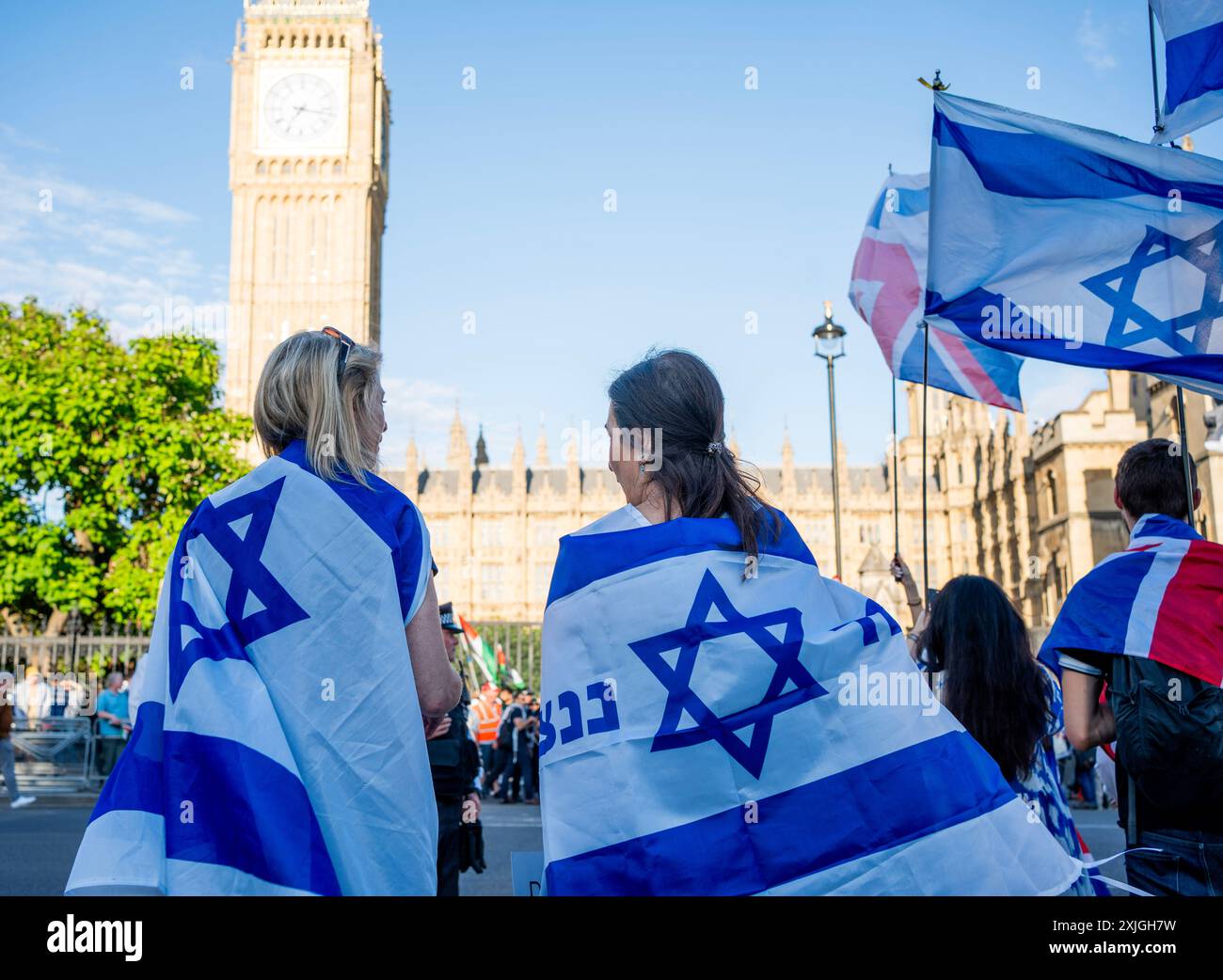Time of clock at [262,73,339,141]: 7:16
